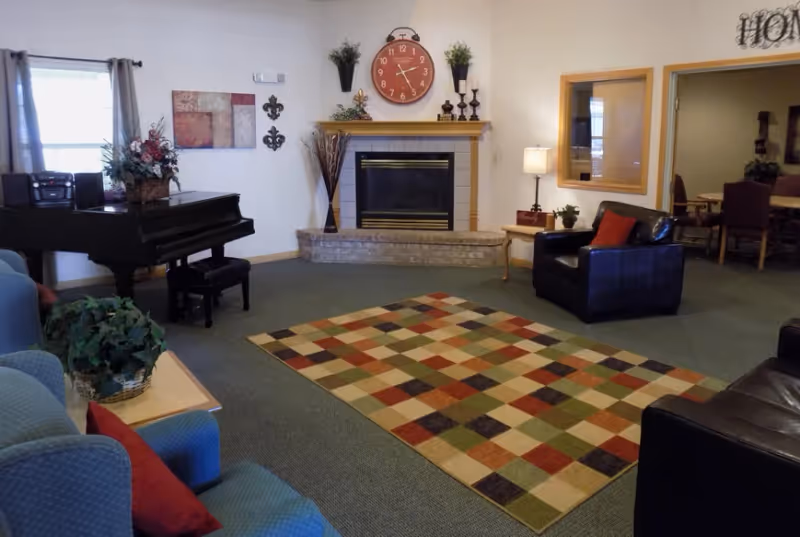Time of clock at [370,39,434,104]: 2:24
